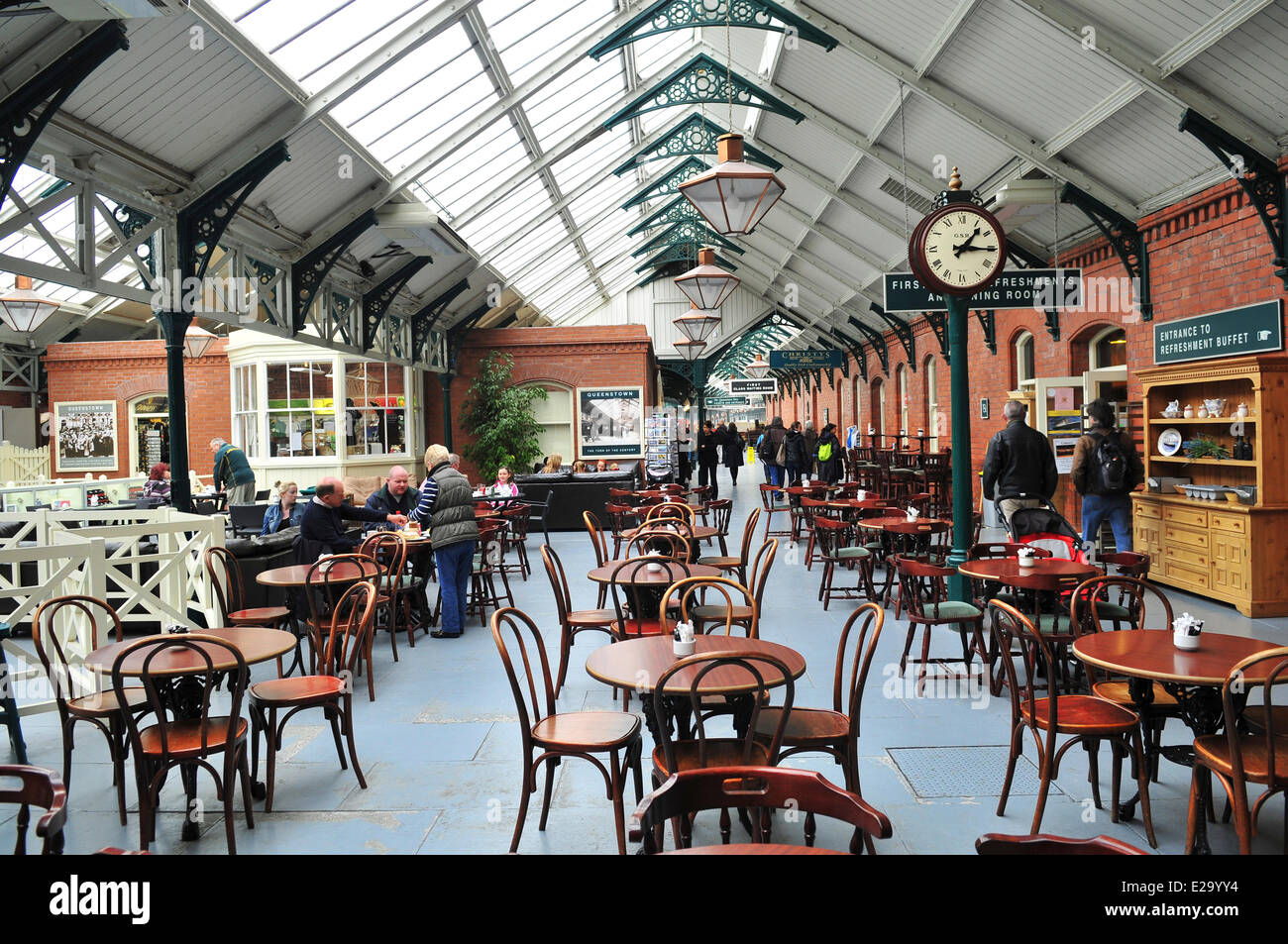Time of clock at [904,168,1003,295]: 1:15
